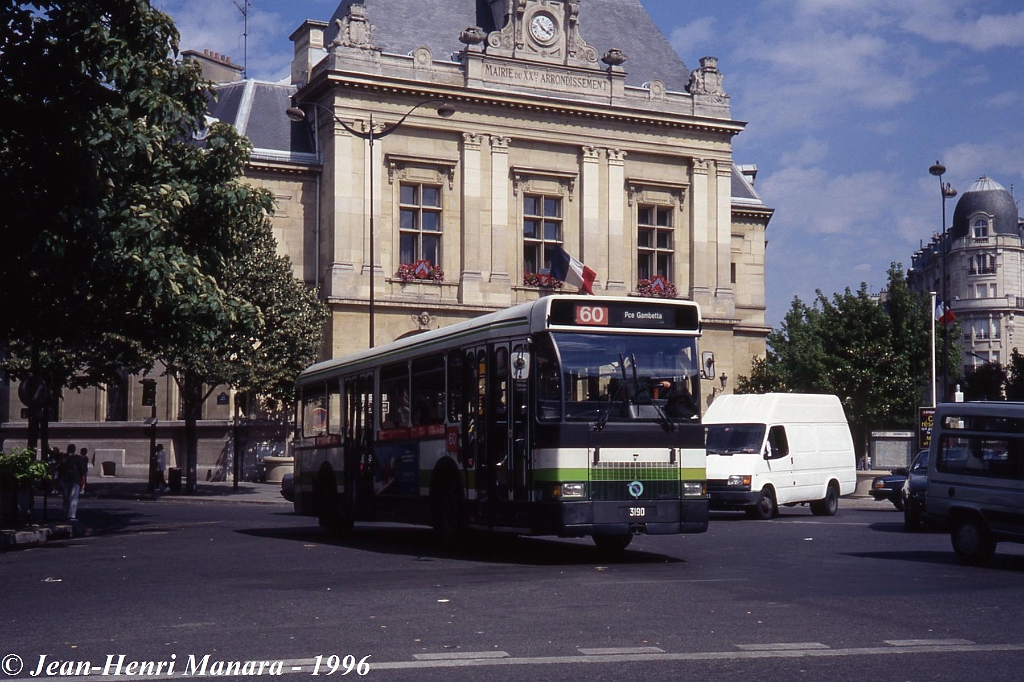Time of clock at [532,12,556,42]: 3:52
